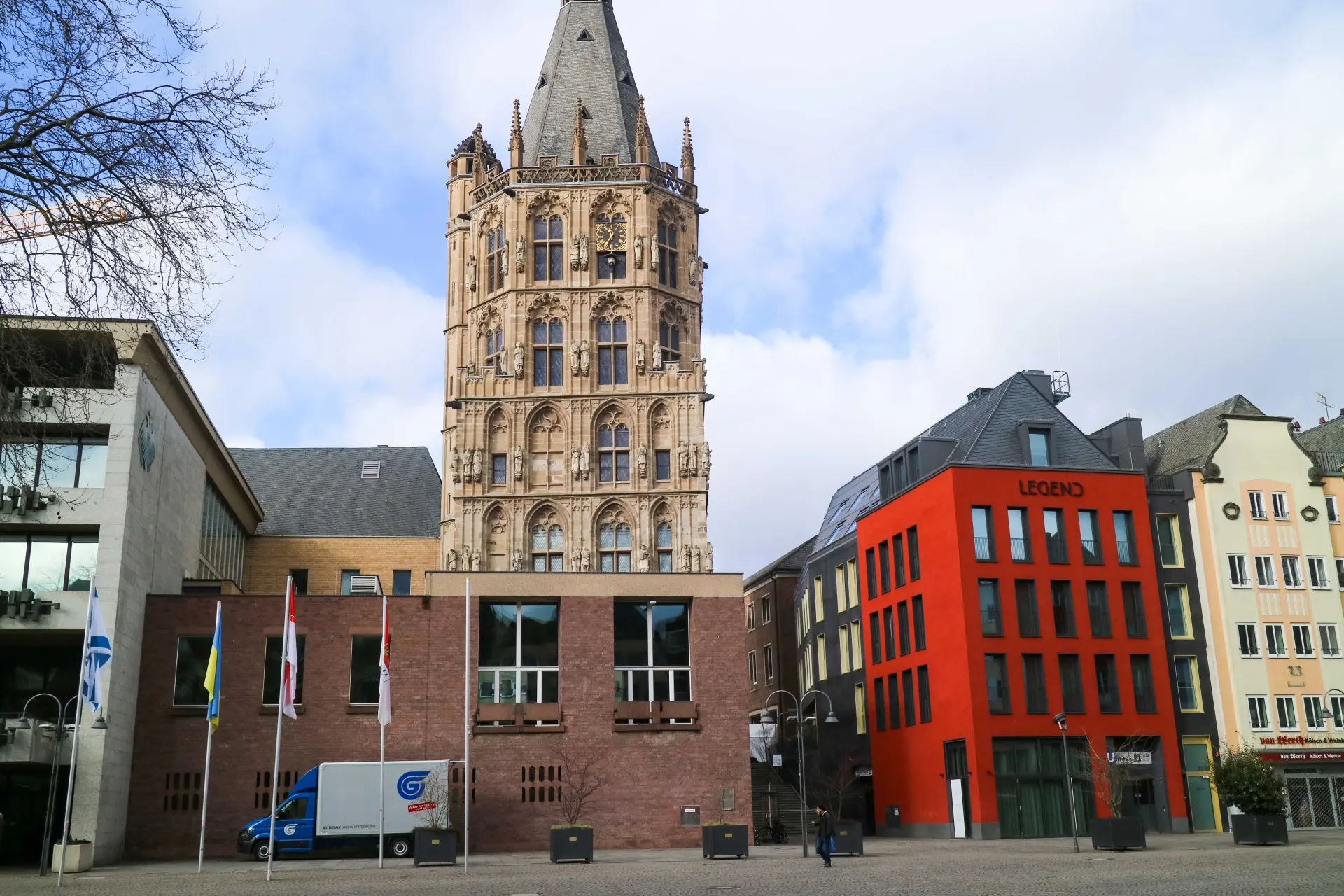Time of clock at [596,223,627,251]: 11:35
